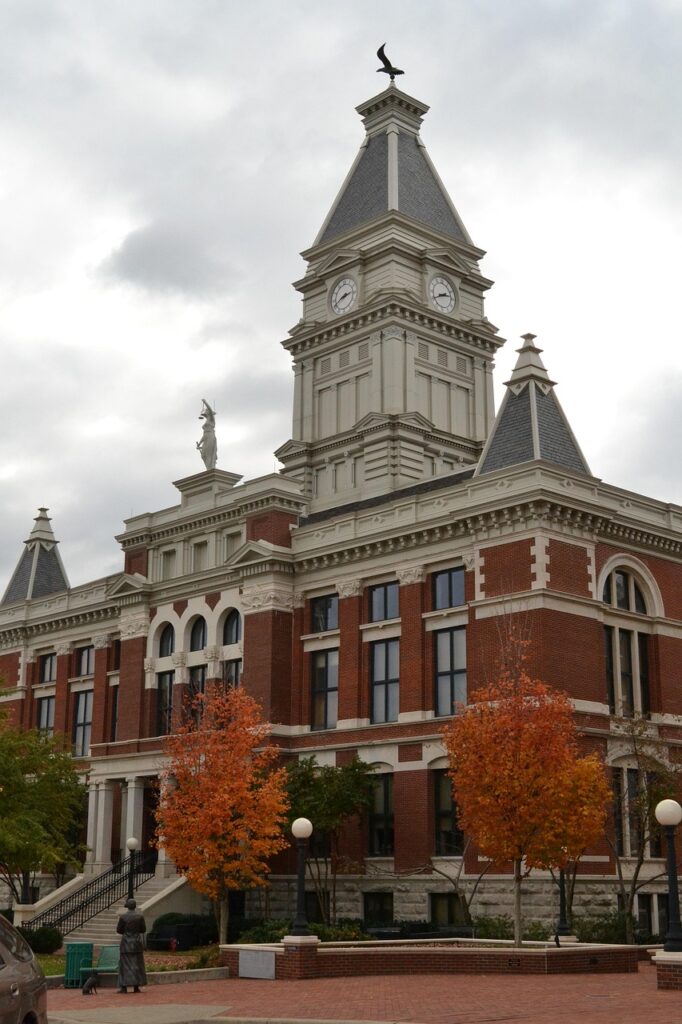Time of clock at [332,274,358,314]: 2:40
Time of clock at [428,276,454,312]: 2:40
